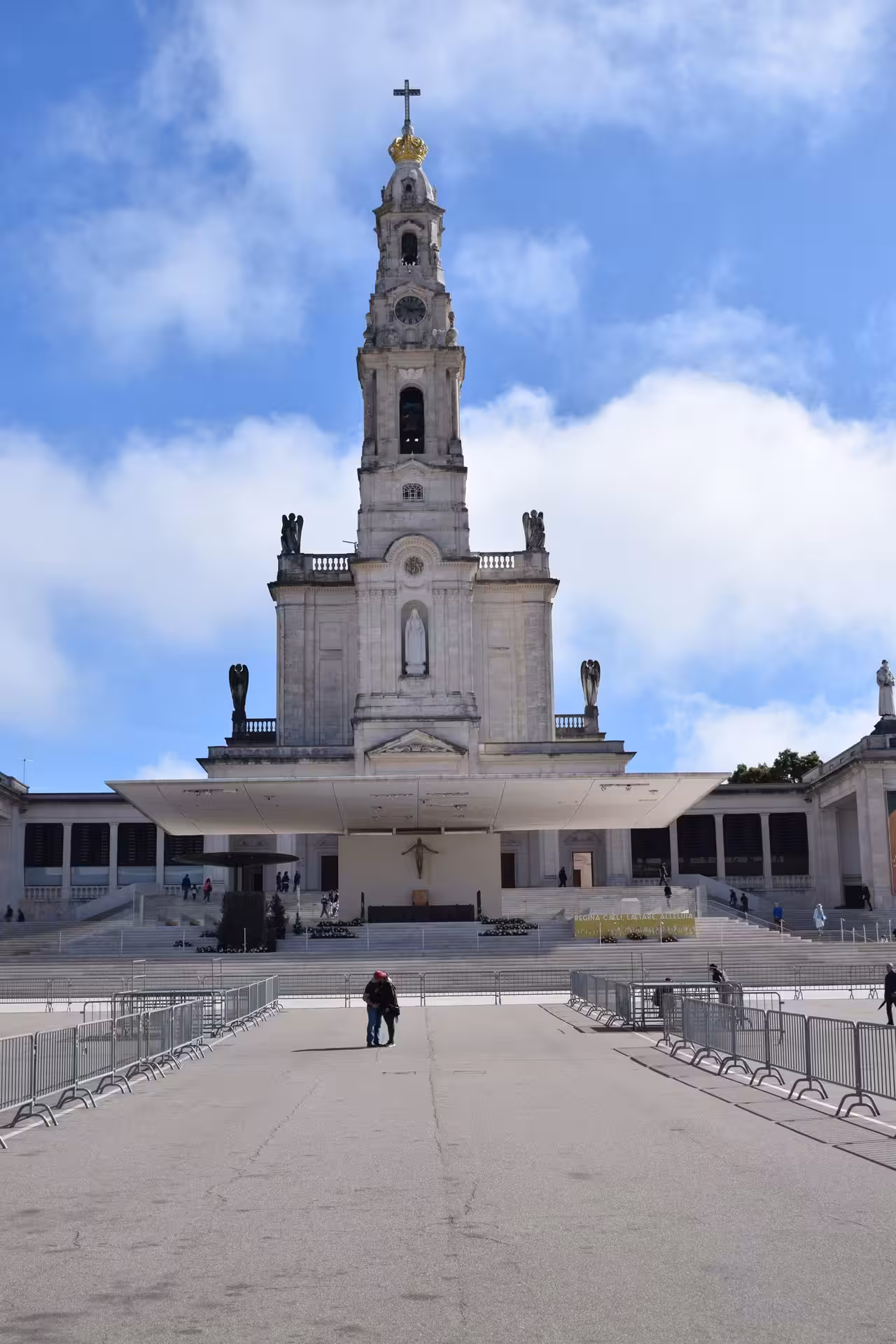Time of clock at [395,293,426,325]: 10:13
